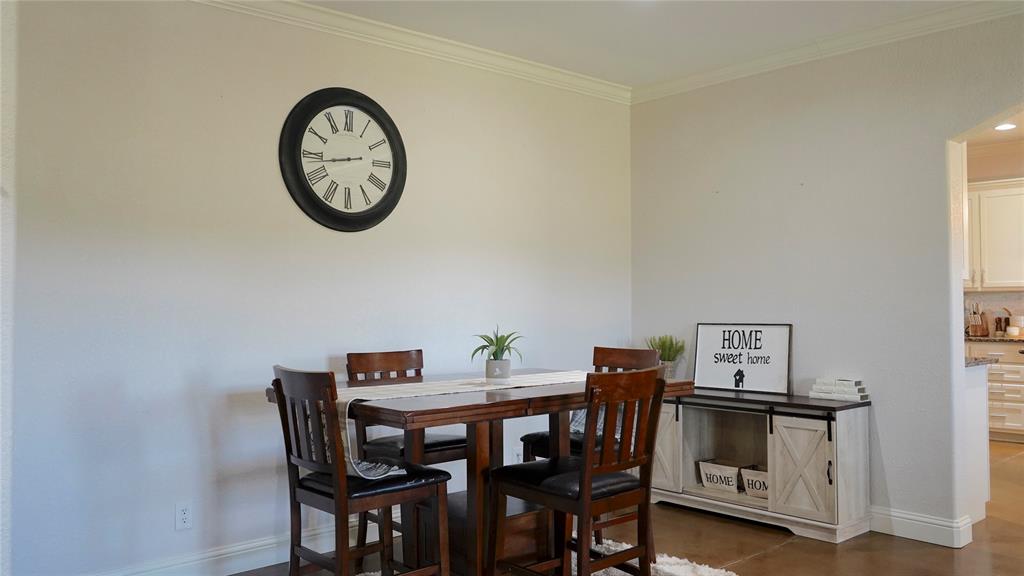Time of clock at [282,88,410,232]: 8:43
